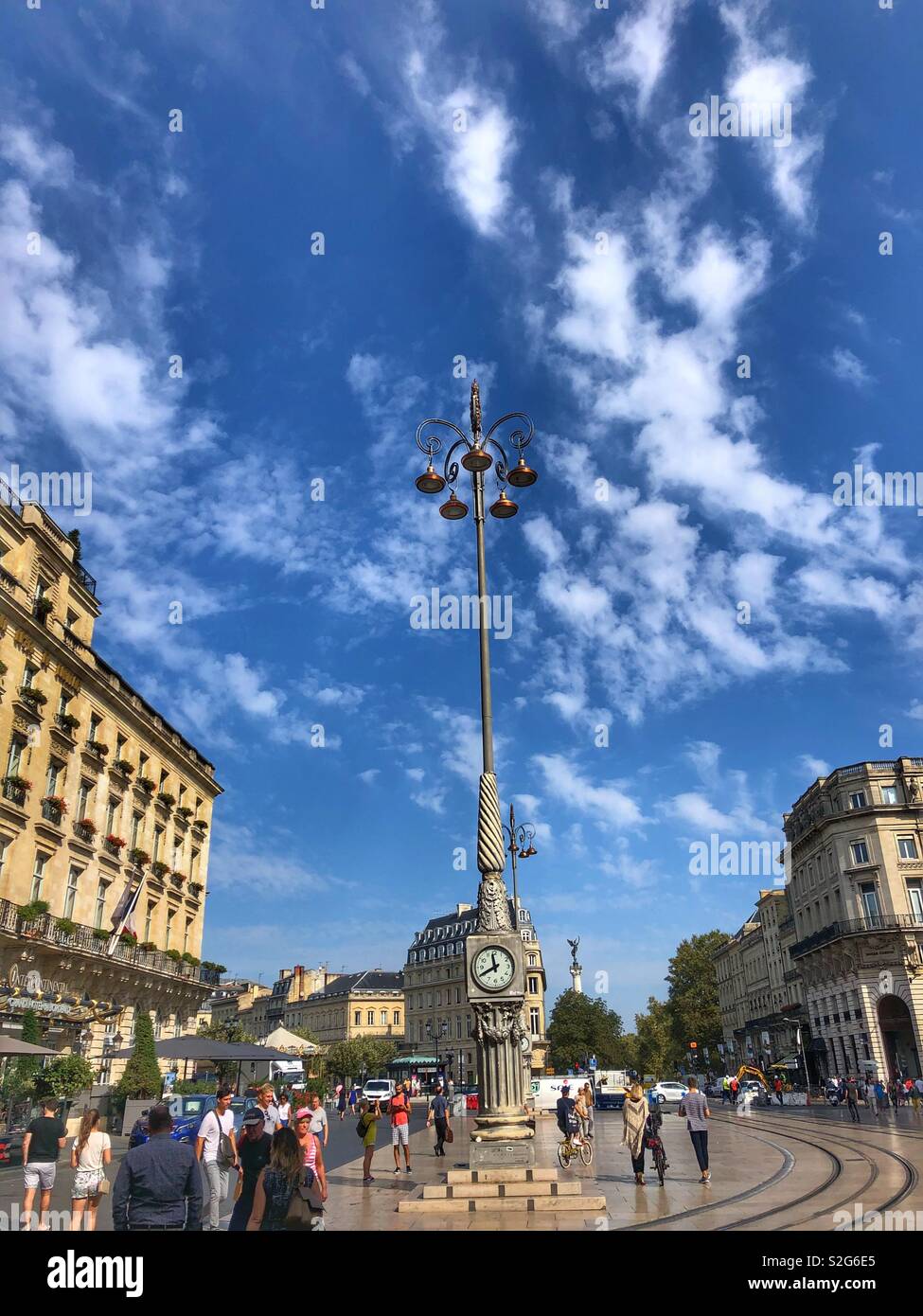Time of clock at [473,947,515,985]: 11:40
